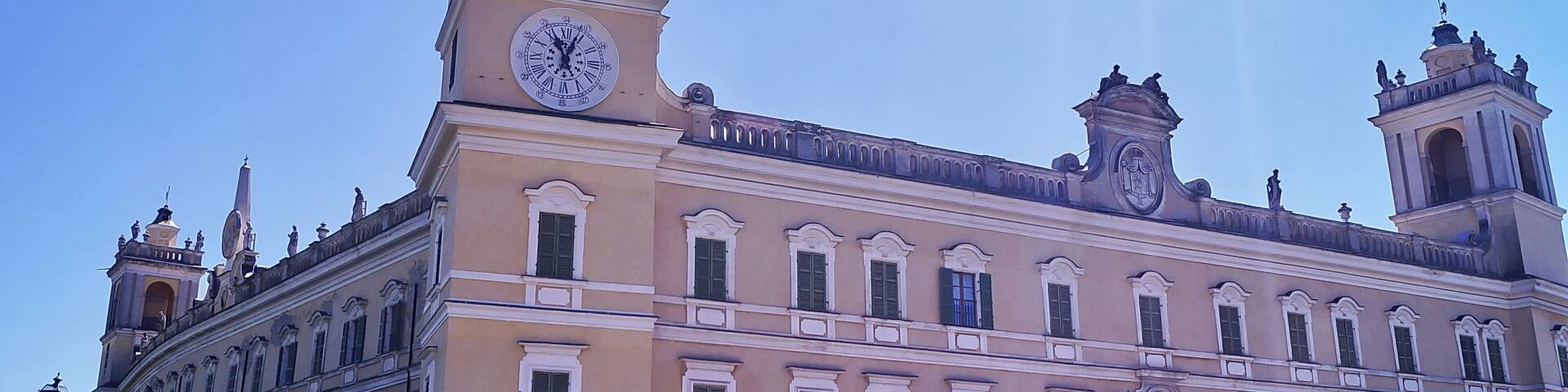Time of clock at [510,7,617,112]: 11:03
